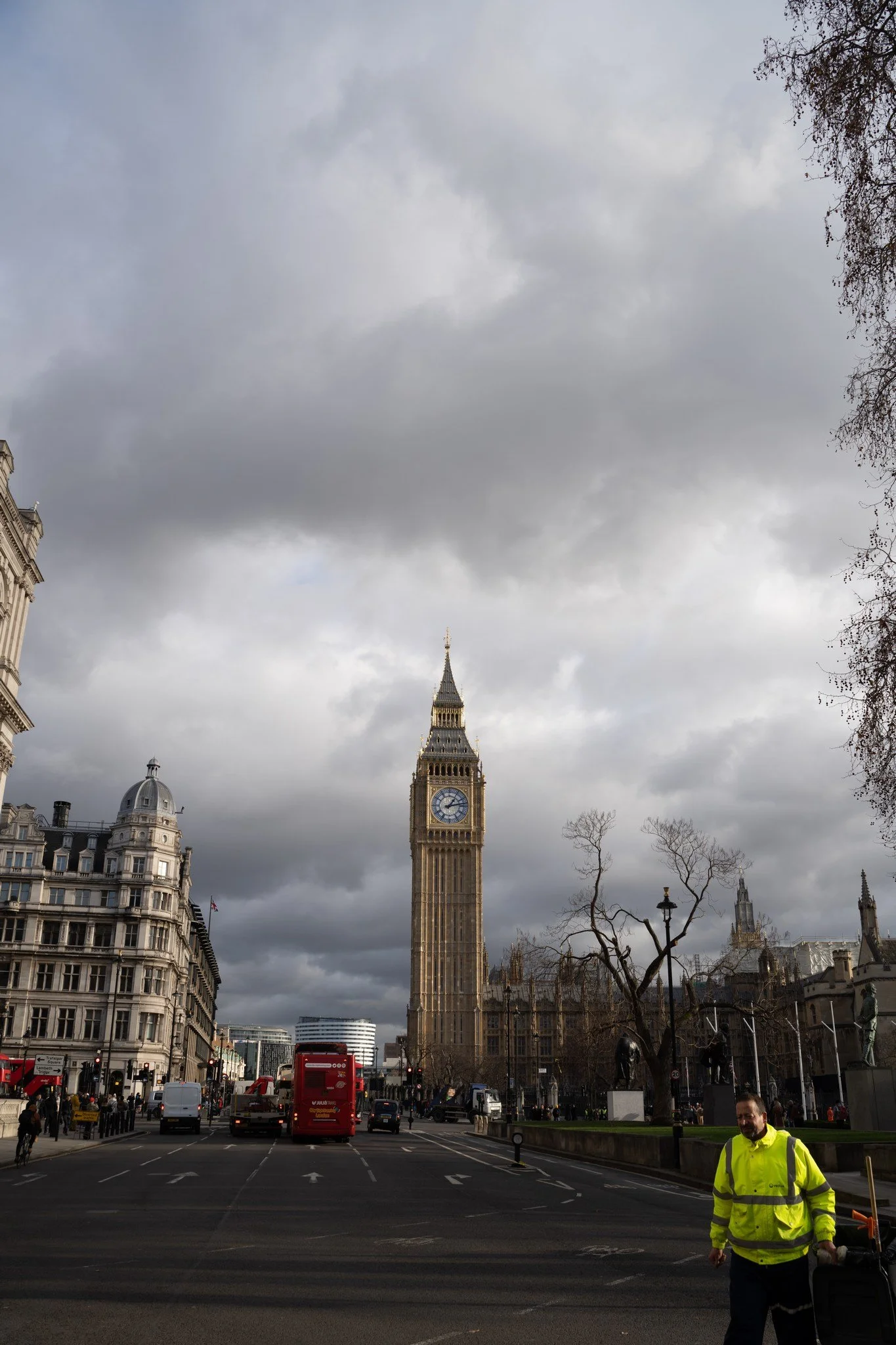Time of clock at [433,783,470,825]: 1:12
